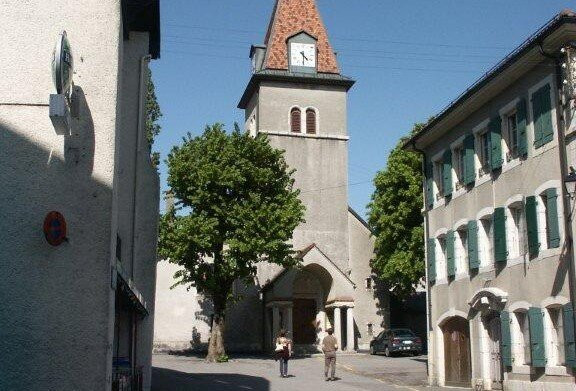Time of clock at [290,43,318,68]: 4:29
